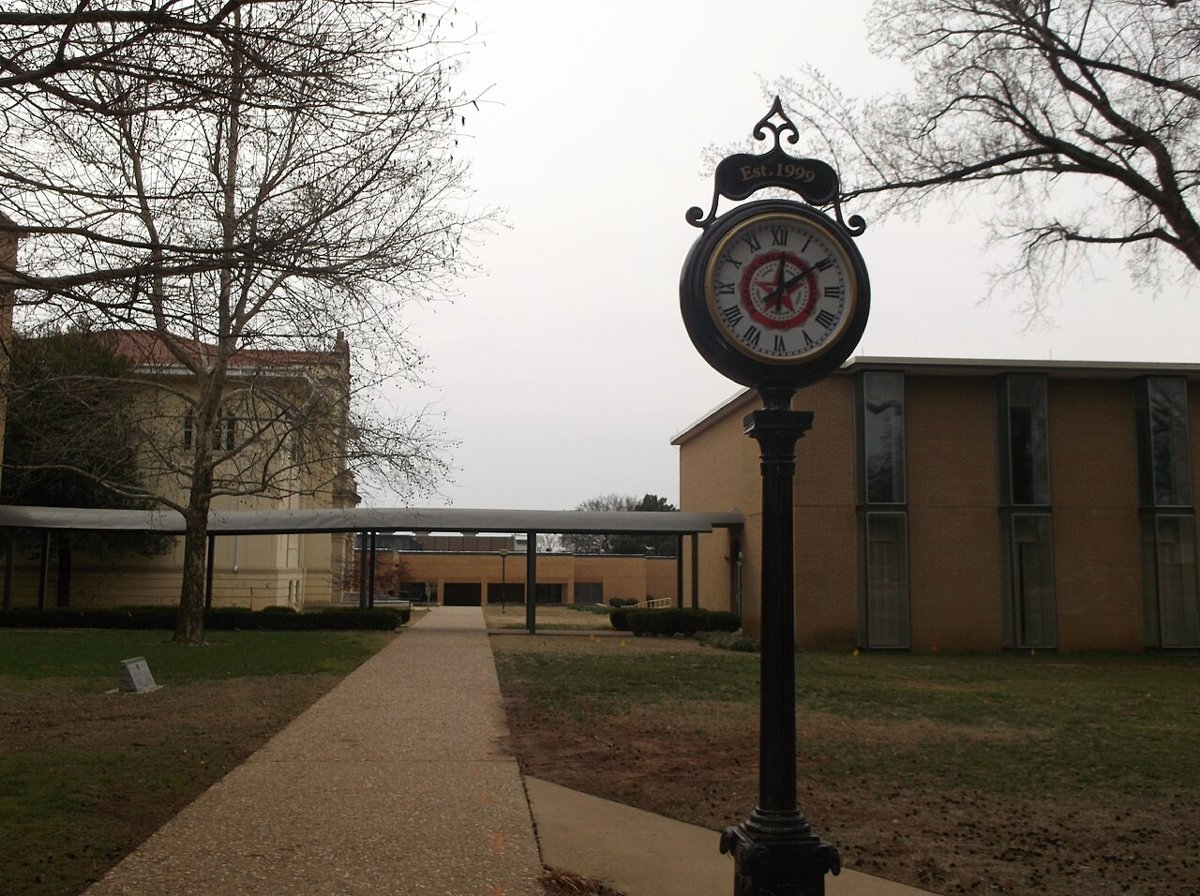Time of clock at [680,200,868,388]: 12:09
